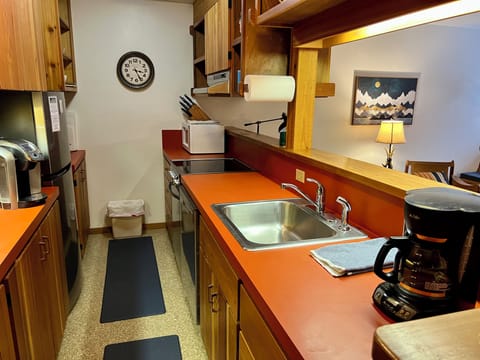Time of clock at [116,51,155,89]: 3:26
